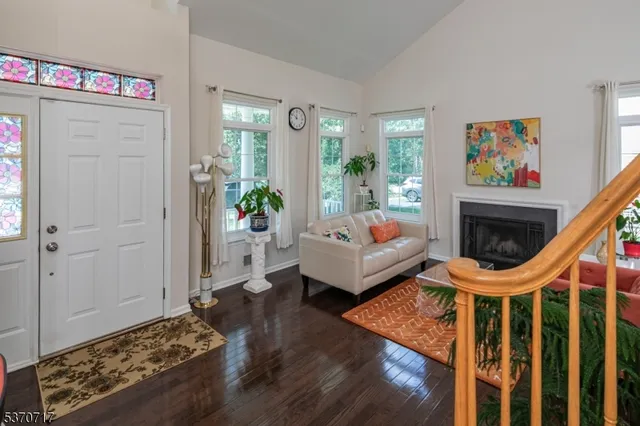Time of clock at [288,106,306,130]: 11:51
